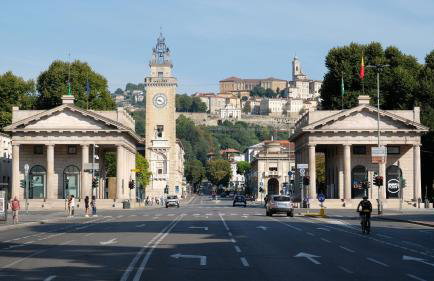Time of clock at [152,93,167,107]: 9:22
